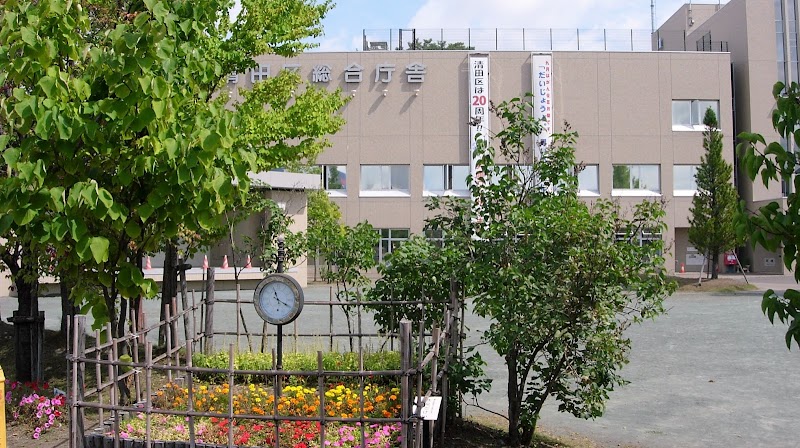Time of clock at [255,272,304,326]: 11:19
